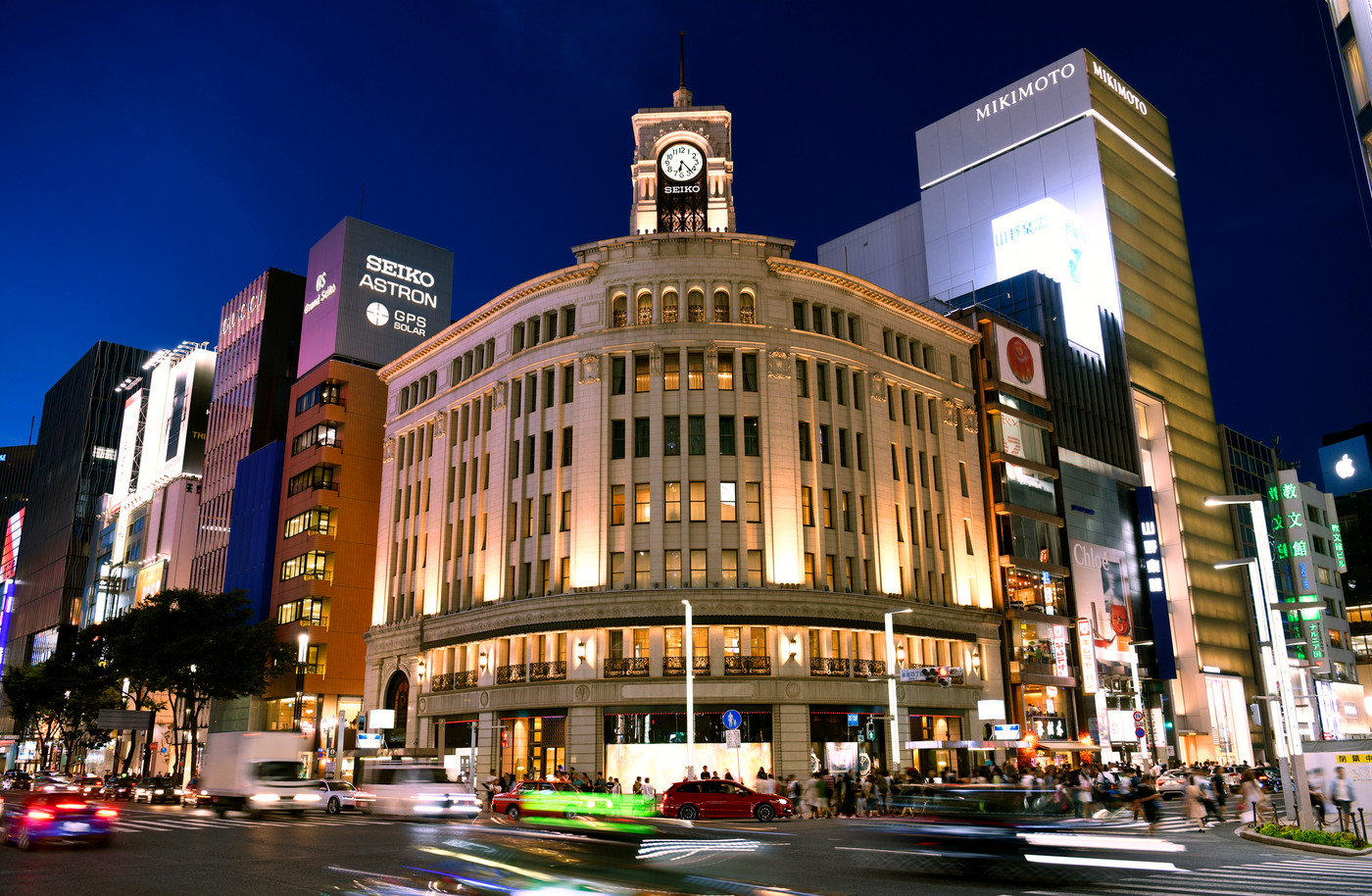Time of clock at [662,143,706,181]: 6:22
